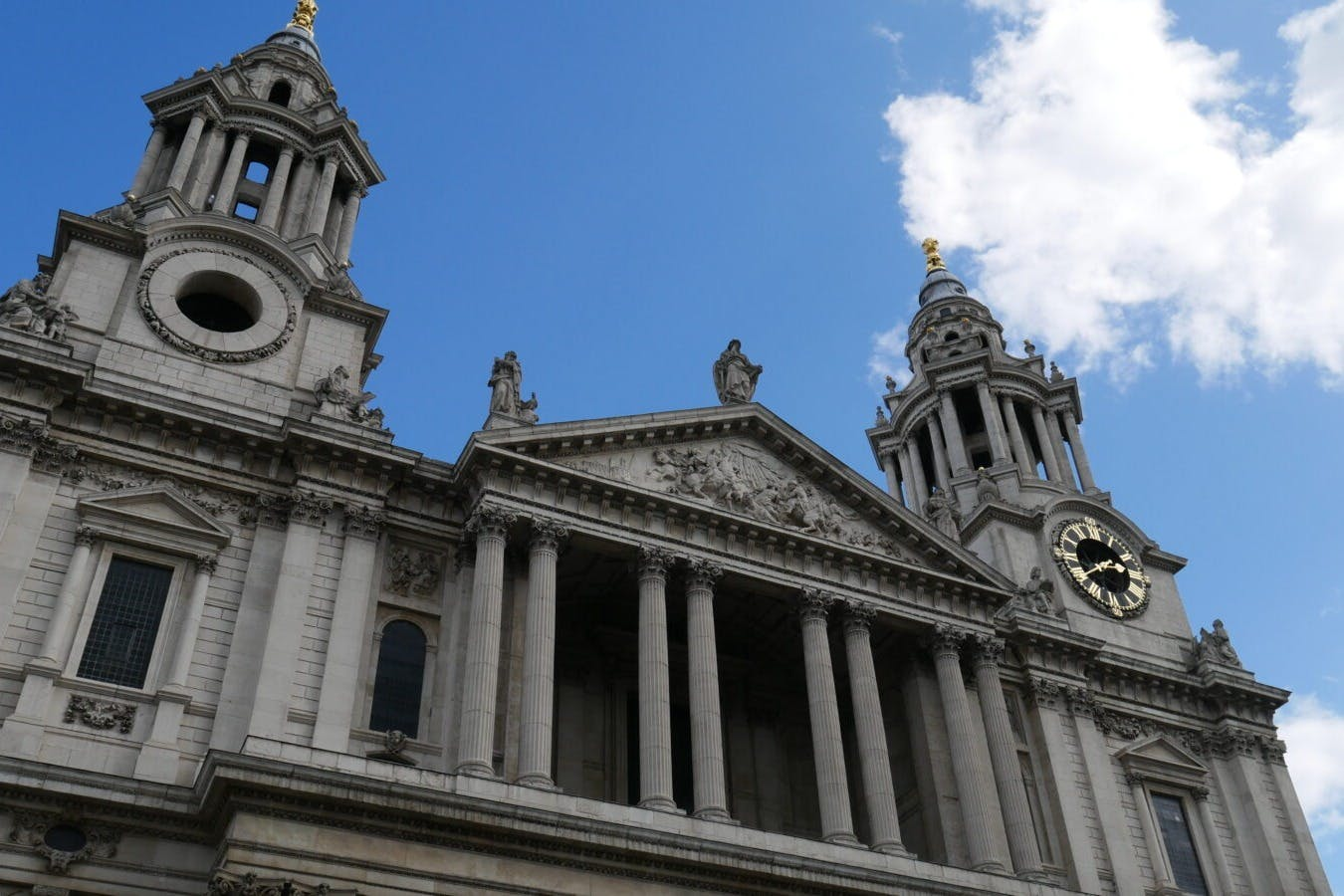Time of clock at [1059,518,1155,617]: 2:39
